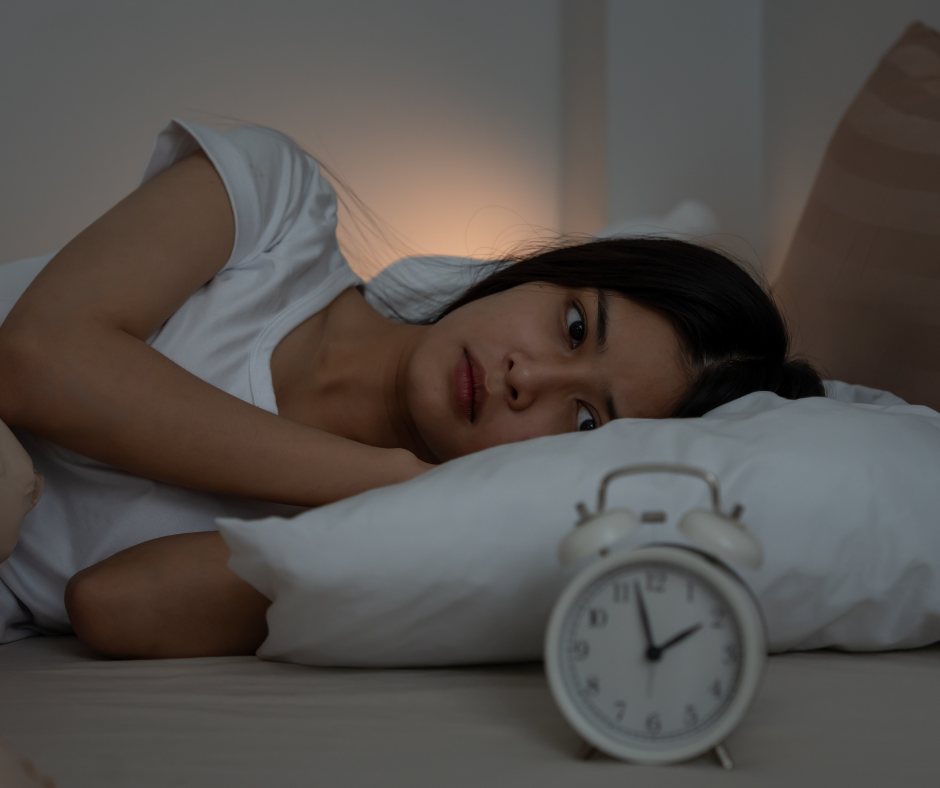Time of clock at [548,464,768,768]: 1:57
